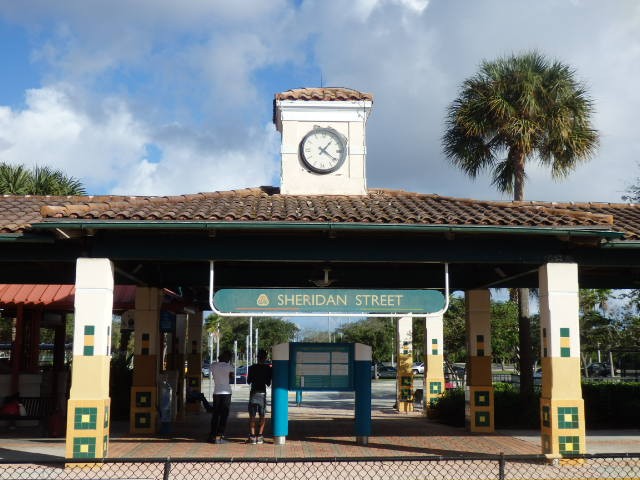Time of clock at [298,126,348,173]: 1:20
